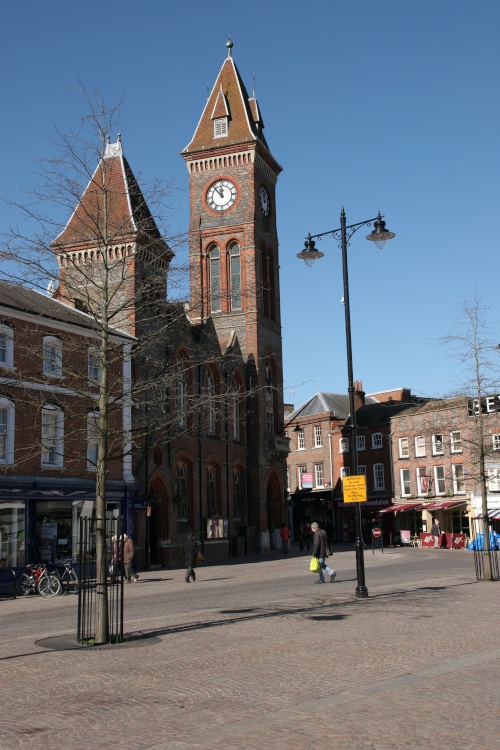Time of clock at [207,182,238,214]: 11:53
